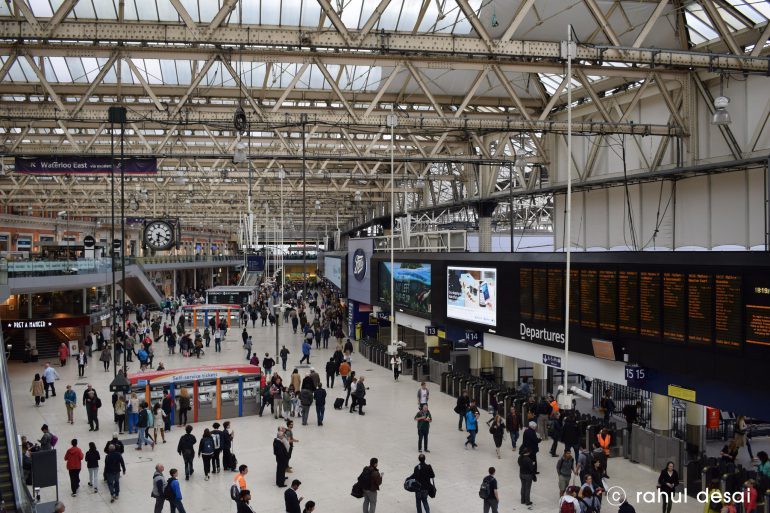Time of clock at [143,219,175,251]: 6:18
